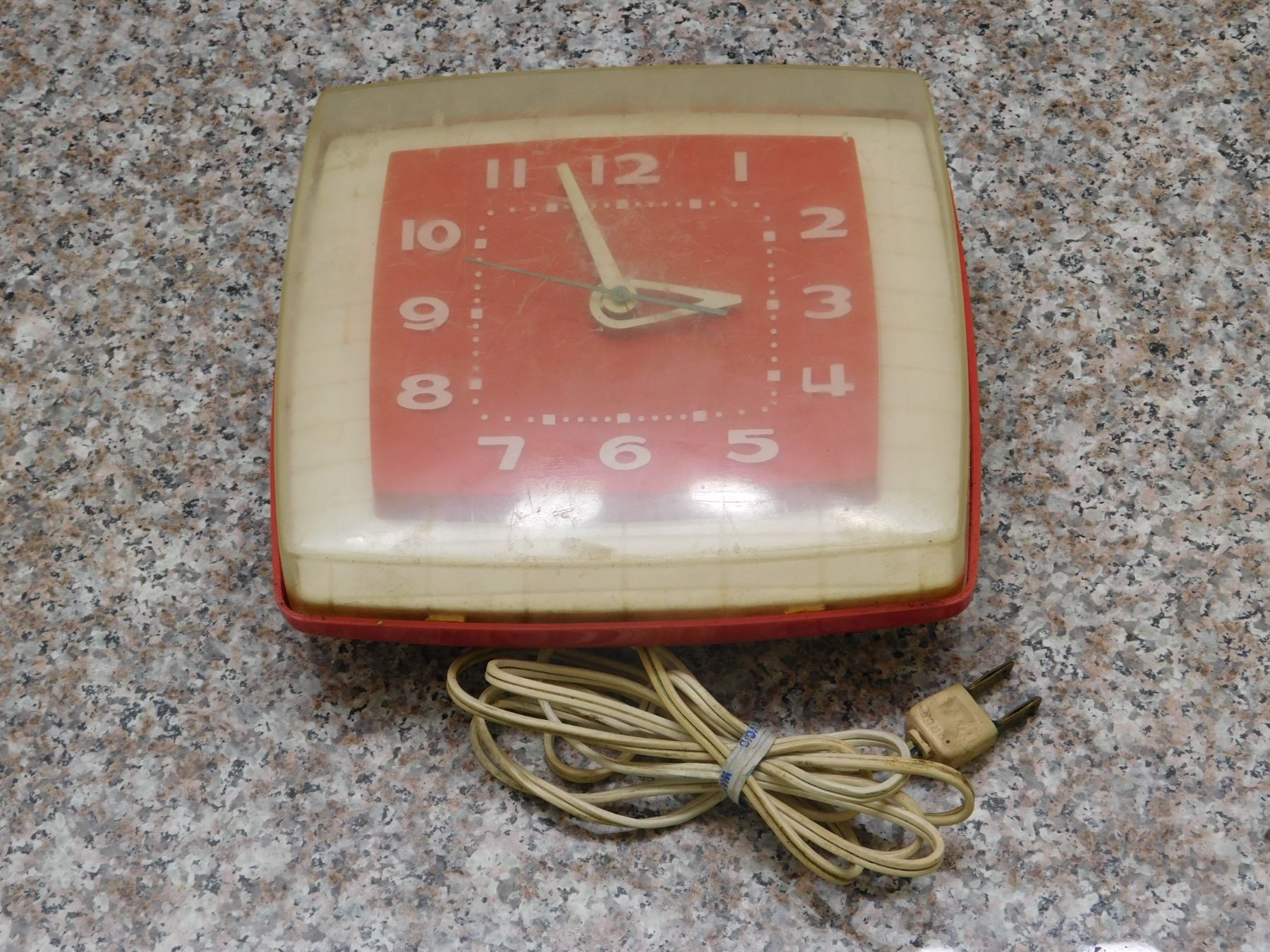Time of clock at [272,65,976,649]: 2:57
